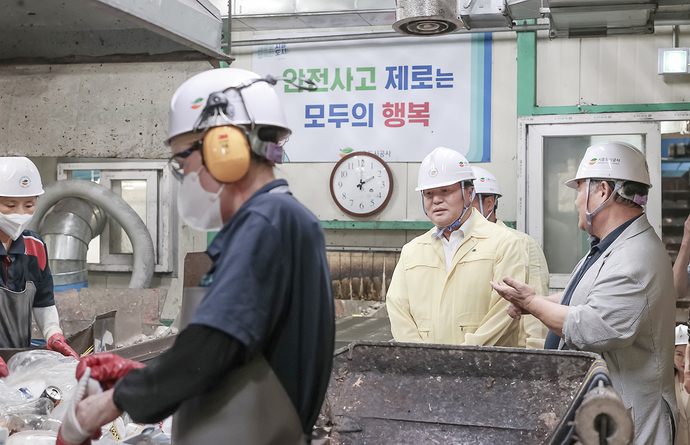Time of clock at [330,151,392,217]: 2:00
